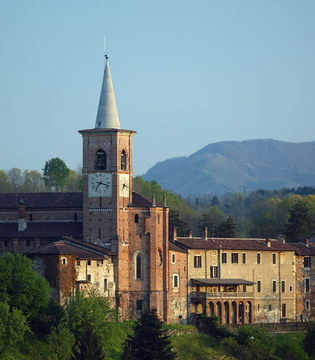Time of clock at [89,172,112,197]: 7:17
